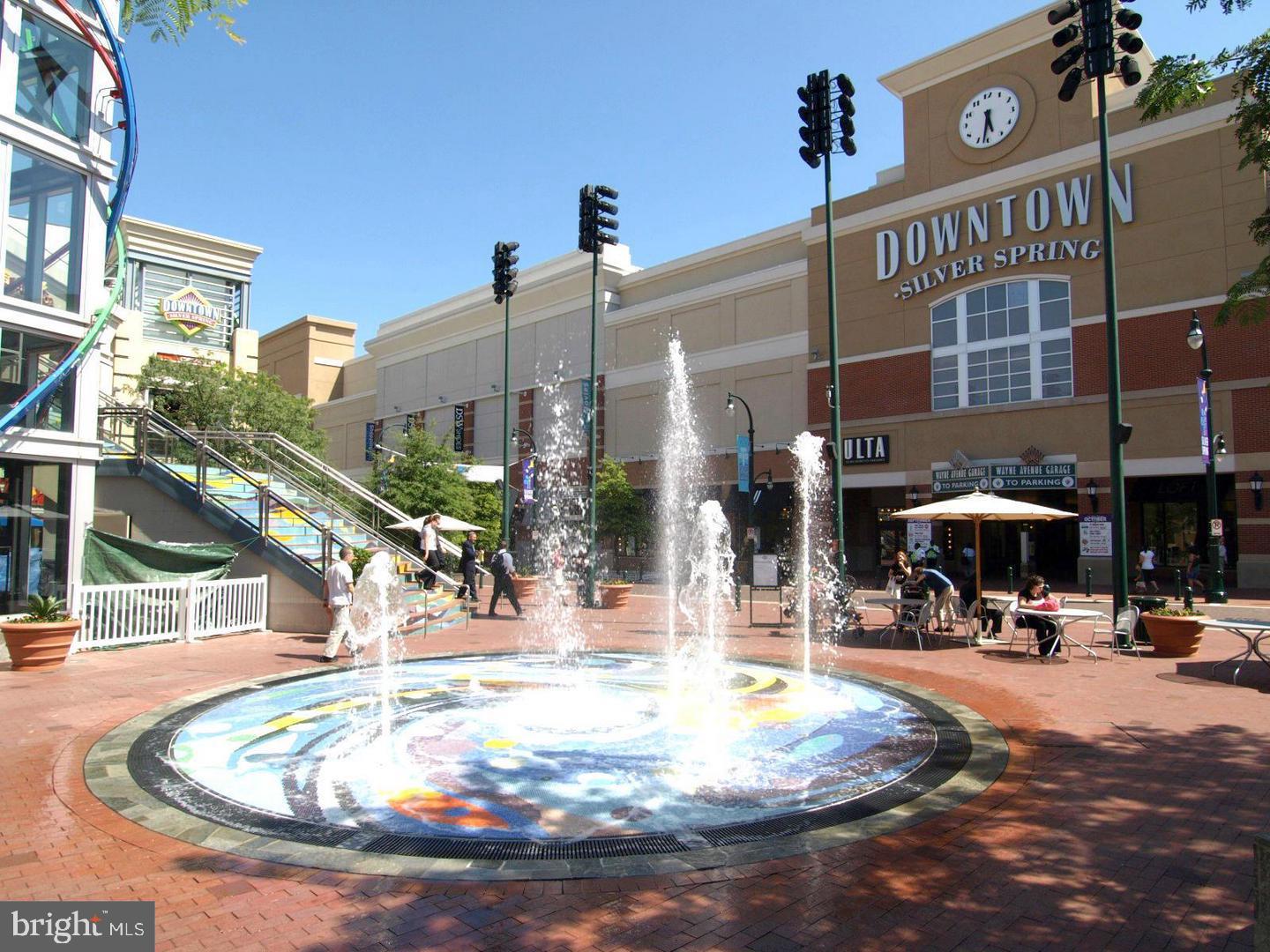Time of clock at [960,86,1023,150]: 5:32
